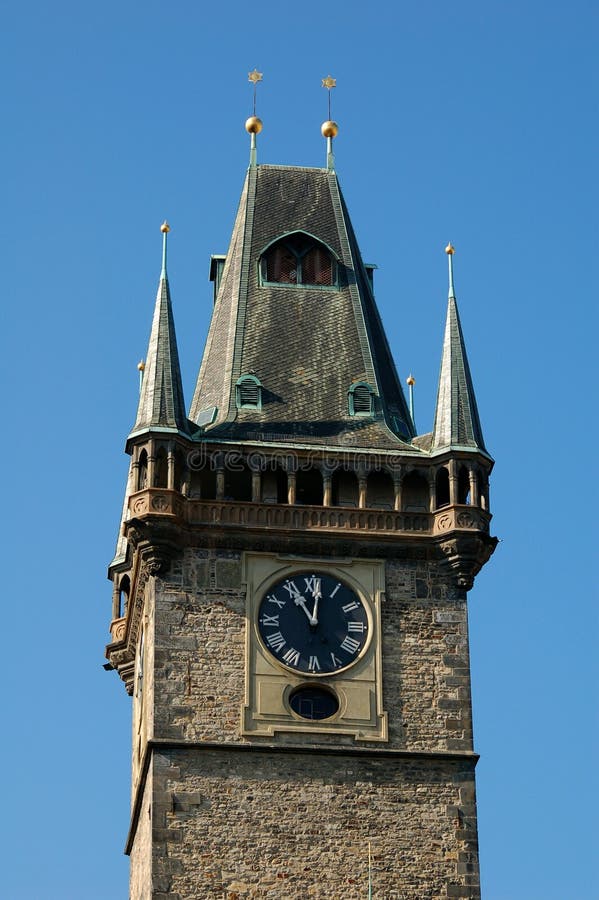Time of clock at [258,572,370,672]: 11:01
